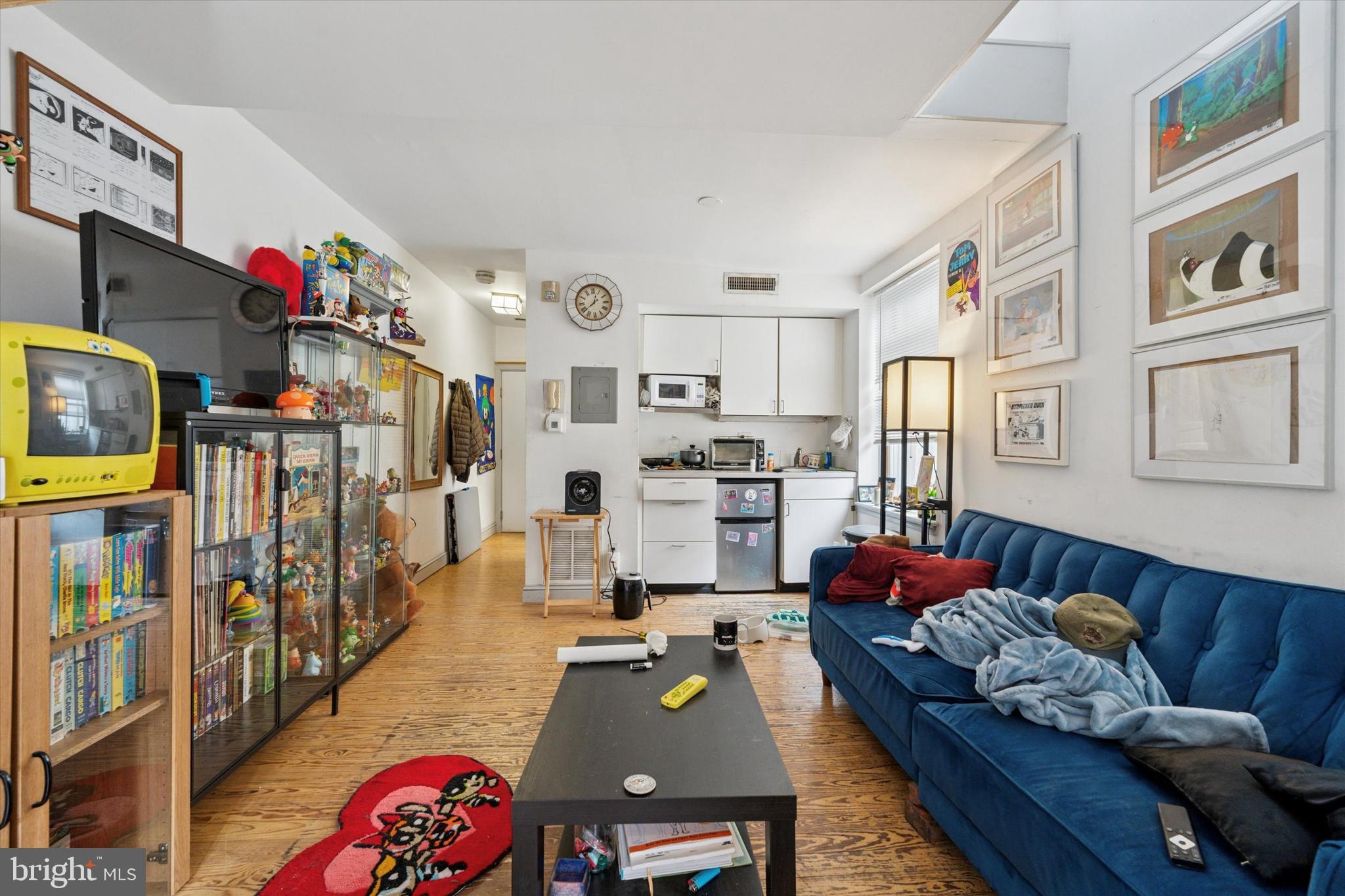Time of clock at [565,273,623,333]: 12:38
